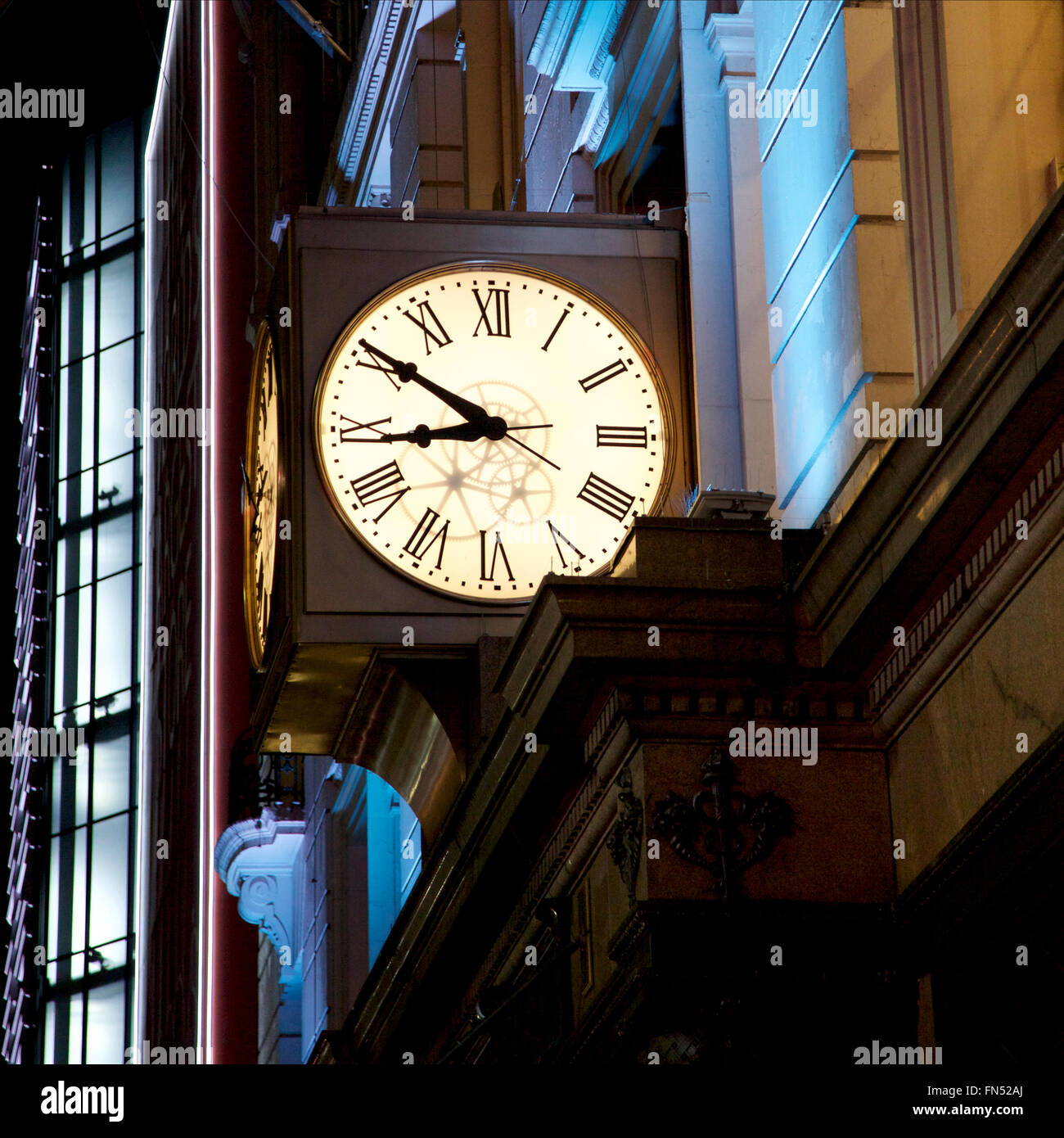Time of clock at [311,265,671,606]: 8:50
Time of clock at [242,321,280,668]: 8:50
